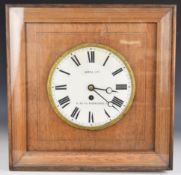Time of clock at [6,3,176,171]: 3:21
